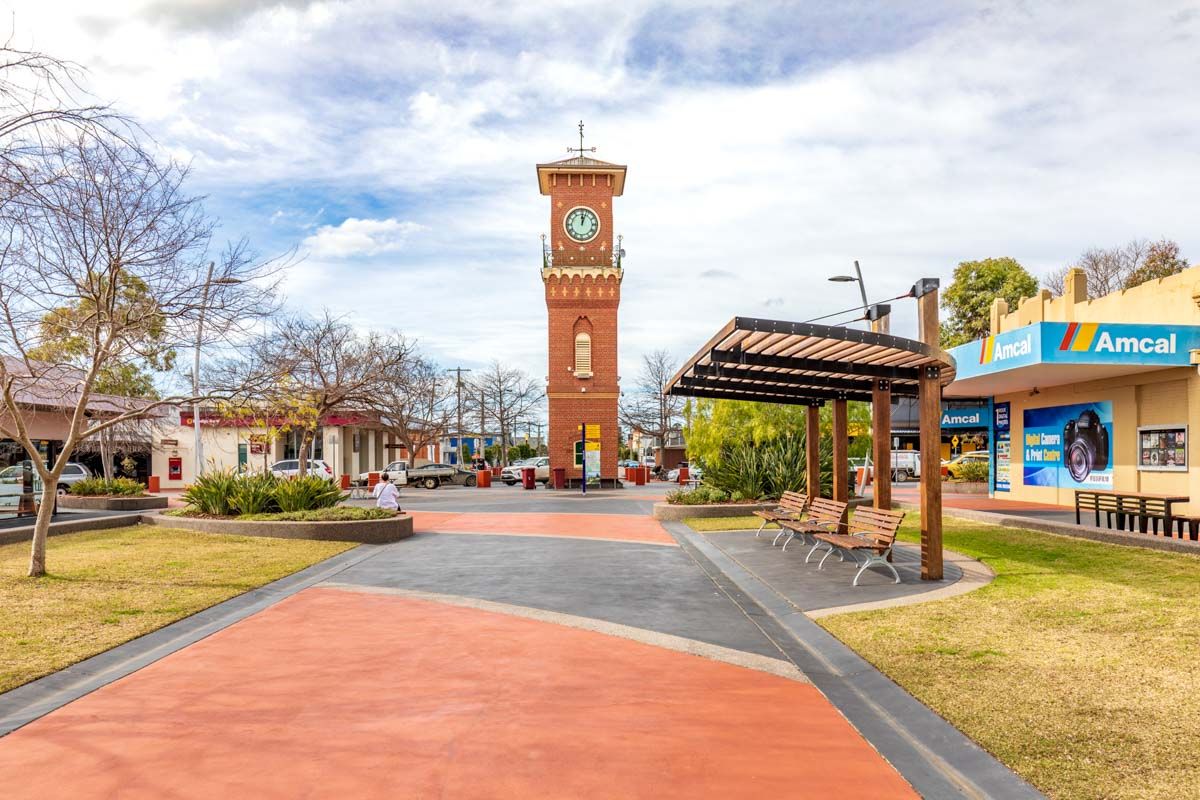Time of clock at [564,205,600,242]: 12:03
